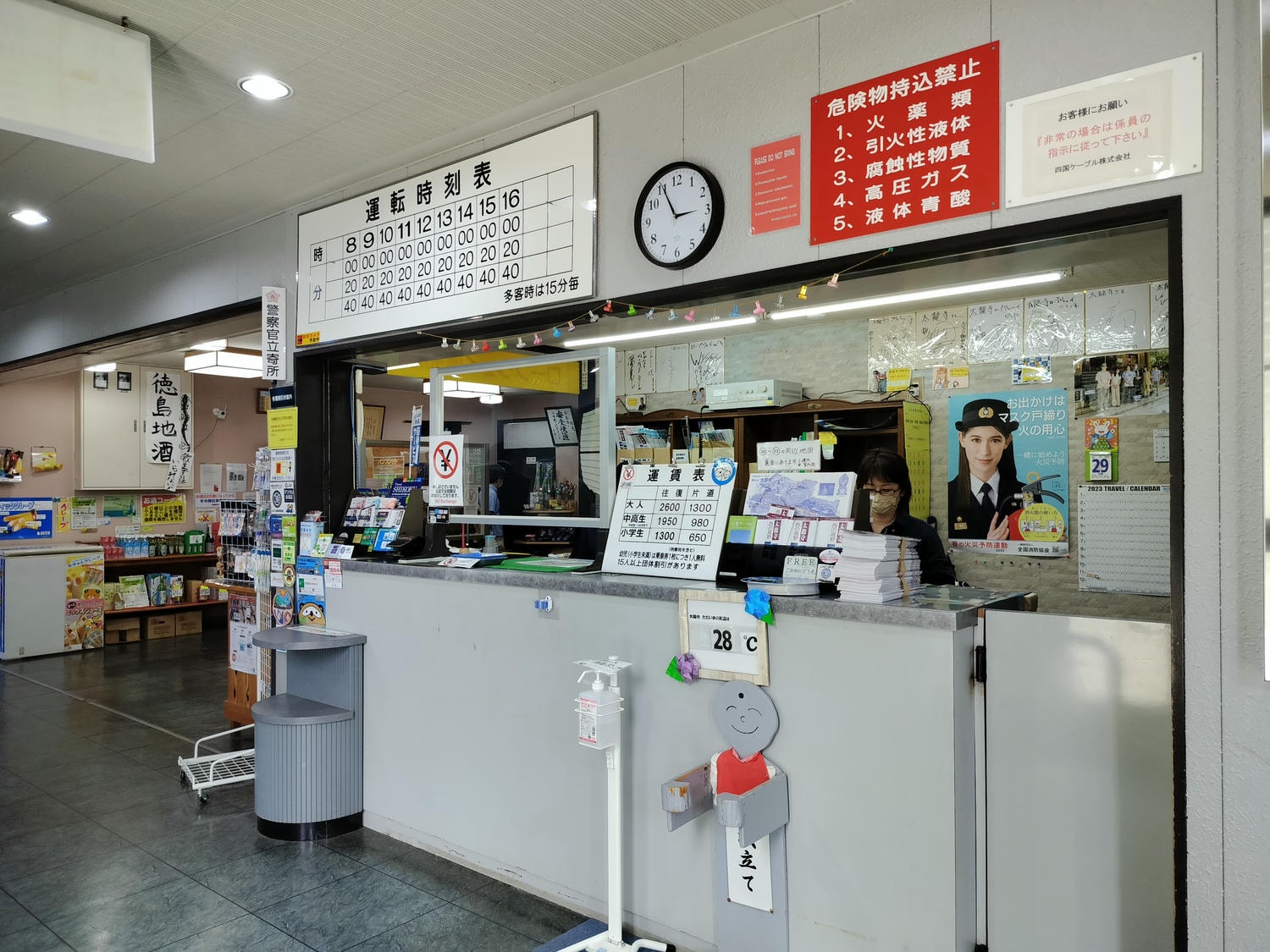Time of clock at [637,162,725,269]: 2:55
